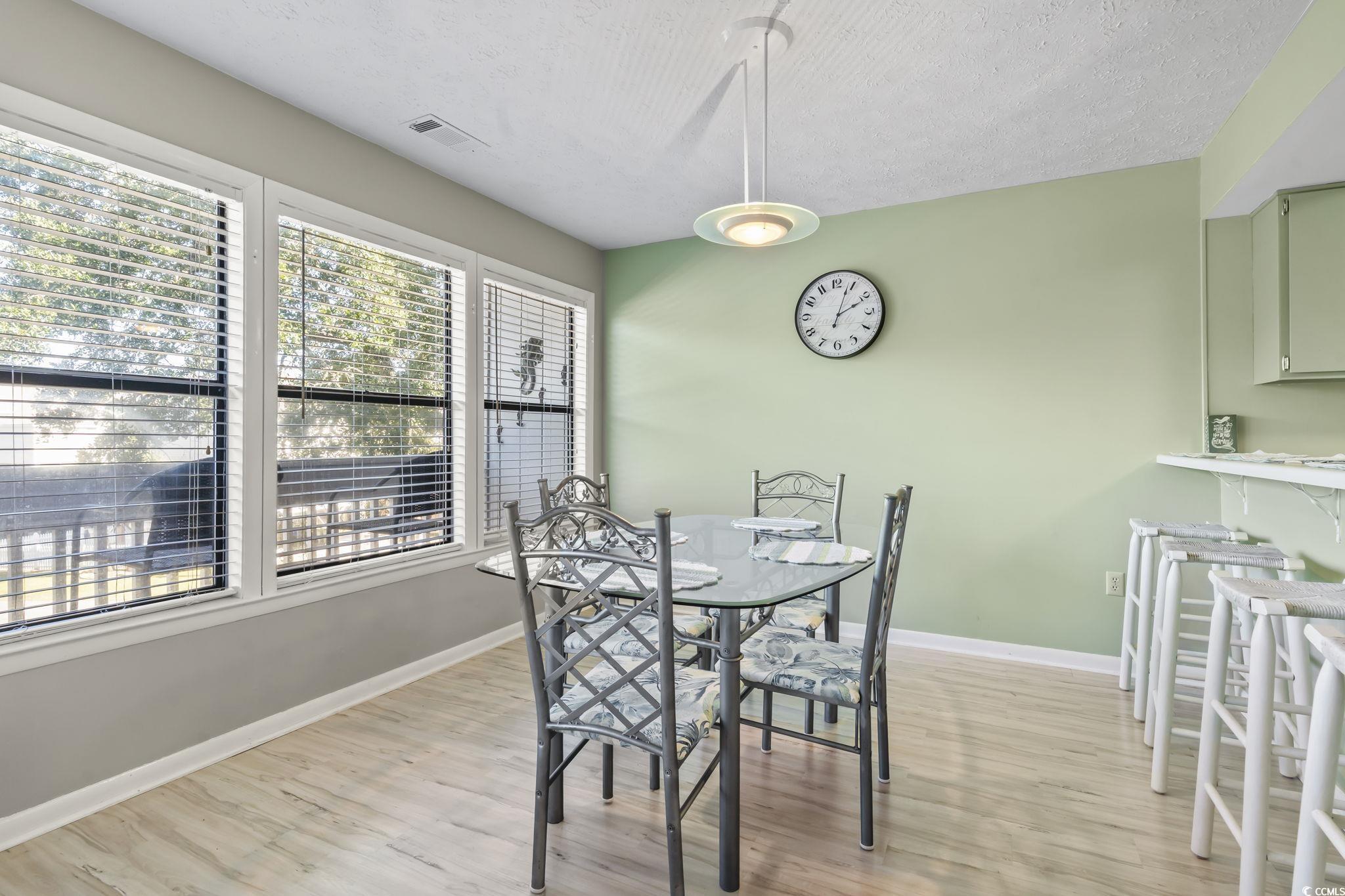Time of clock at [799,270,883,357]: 2:03
